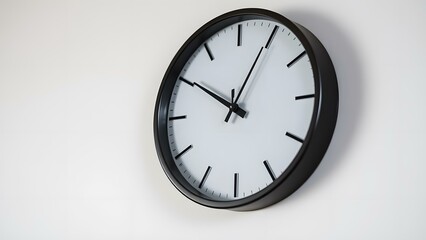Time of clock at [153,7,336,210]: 10:04
